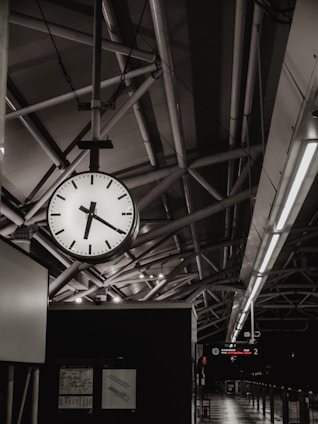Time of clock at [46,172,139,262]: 6:20
